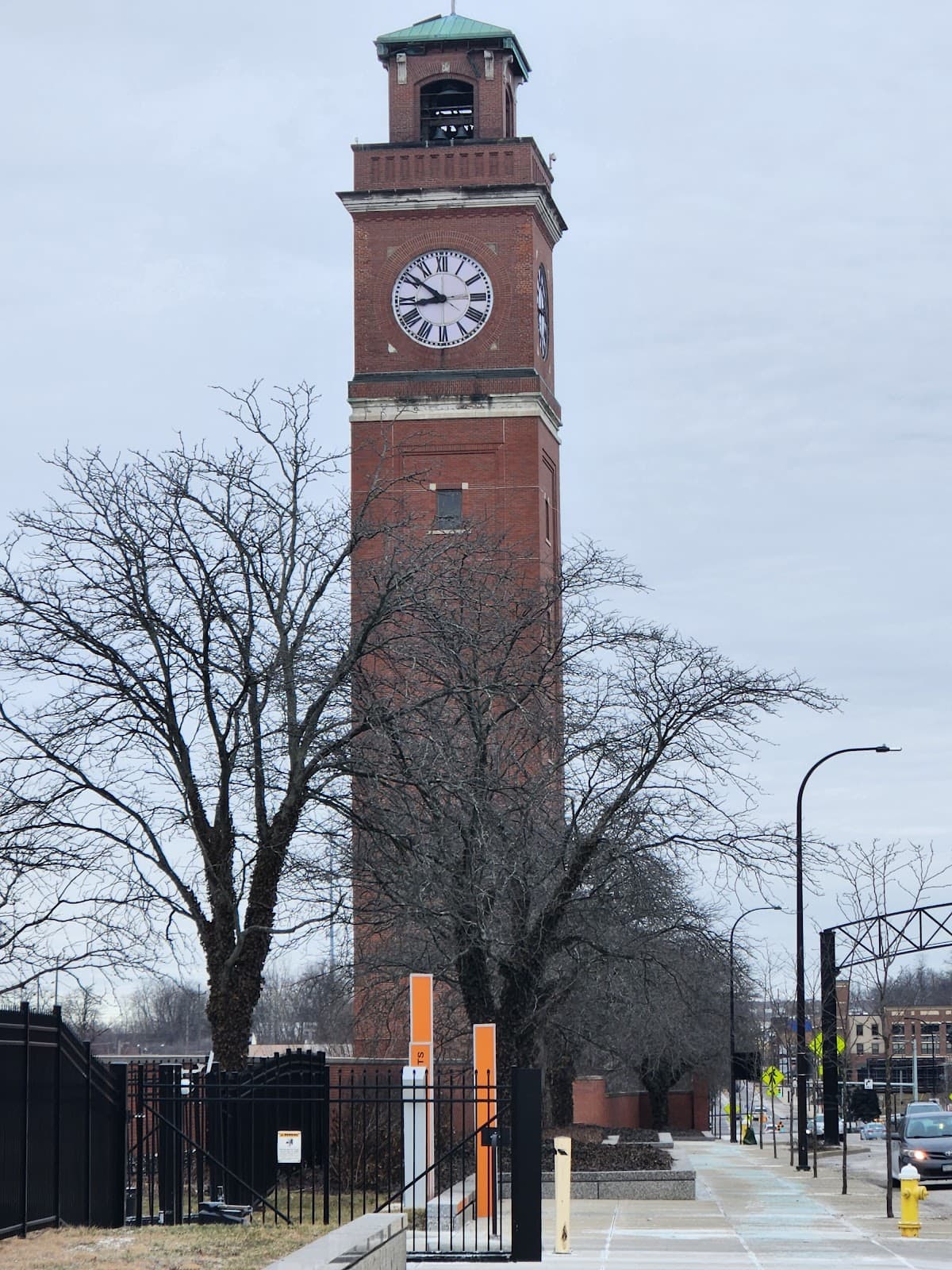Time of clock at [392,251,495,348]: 8:51
